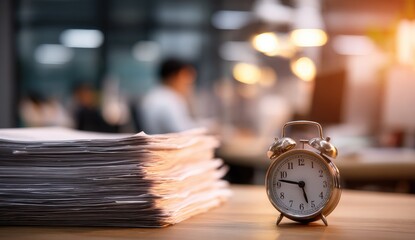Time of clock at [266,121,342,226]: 5:46
